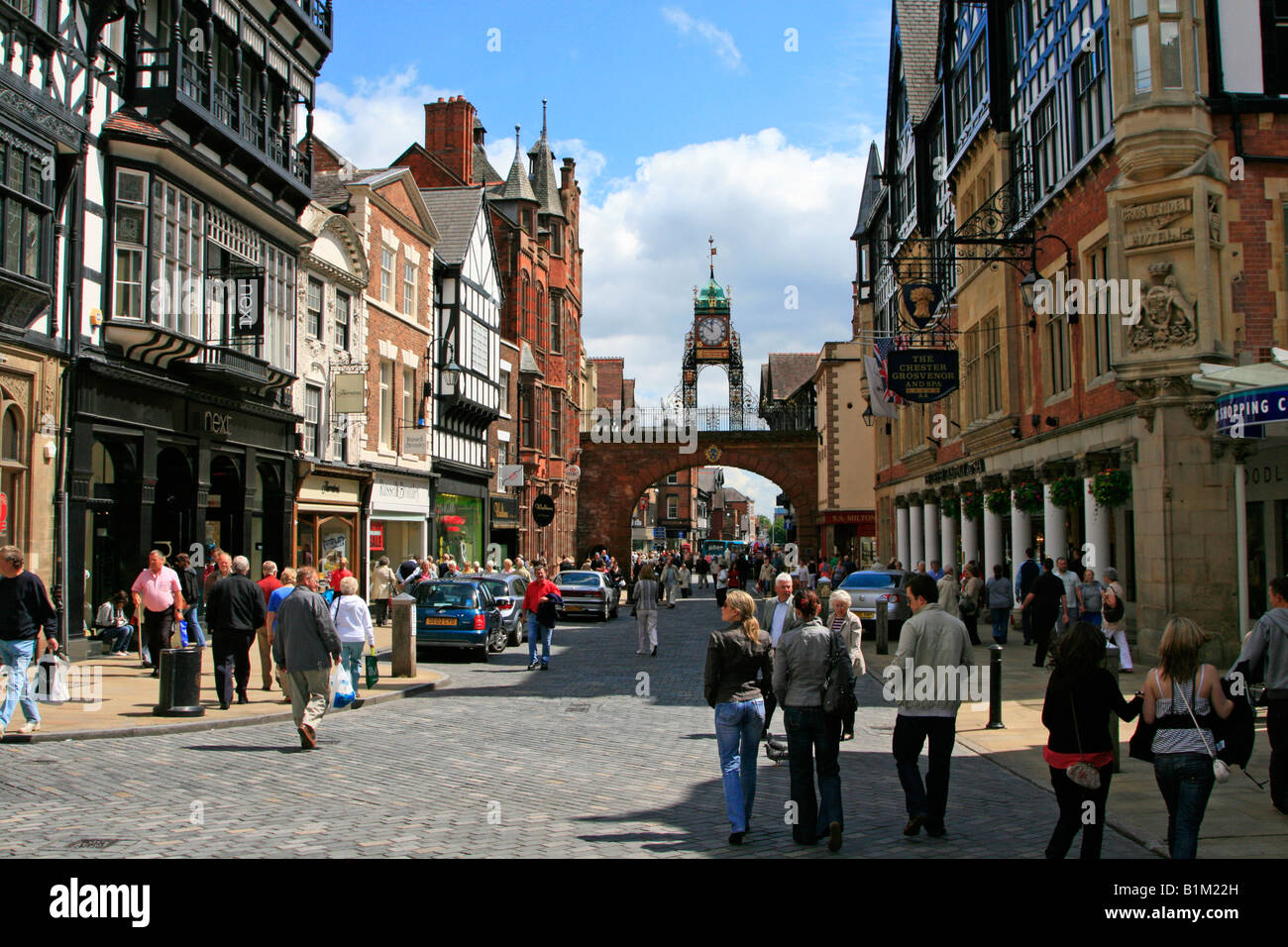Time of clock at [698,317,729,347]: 11:51
